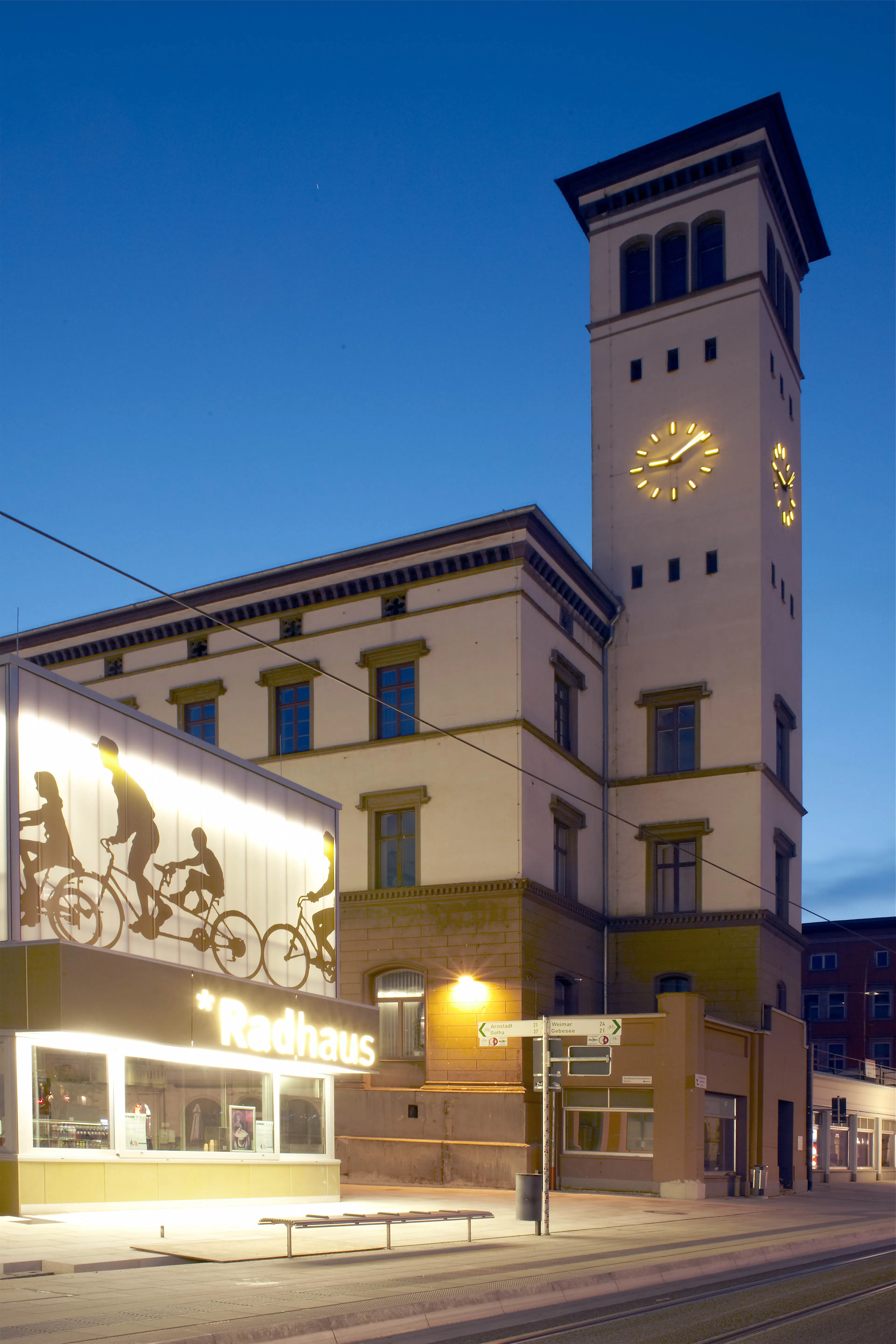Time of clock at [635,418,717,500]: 9:09
